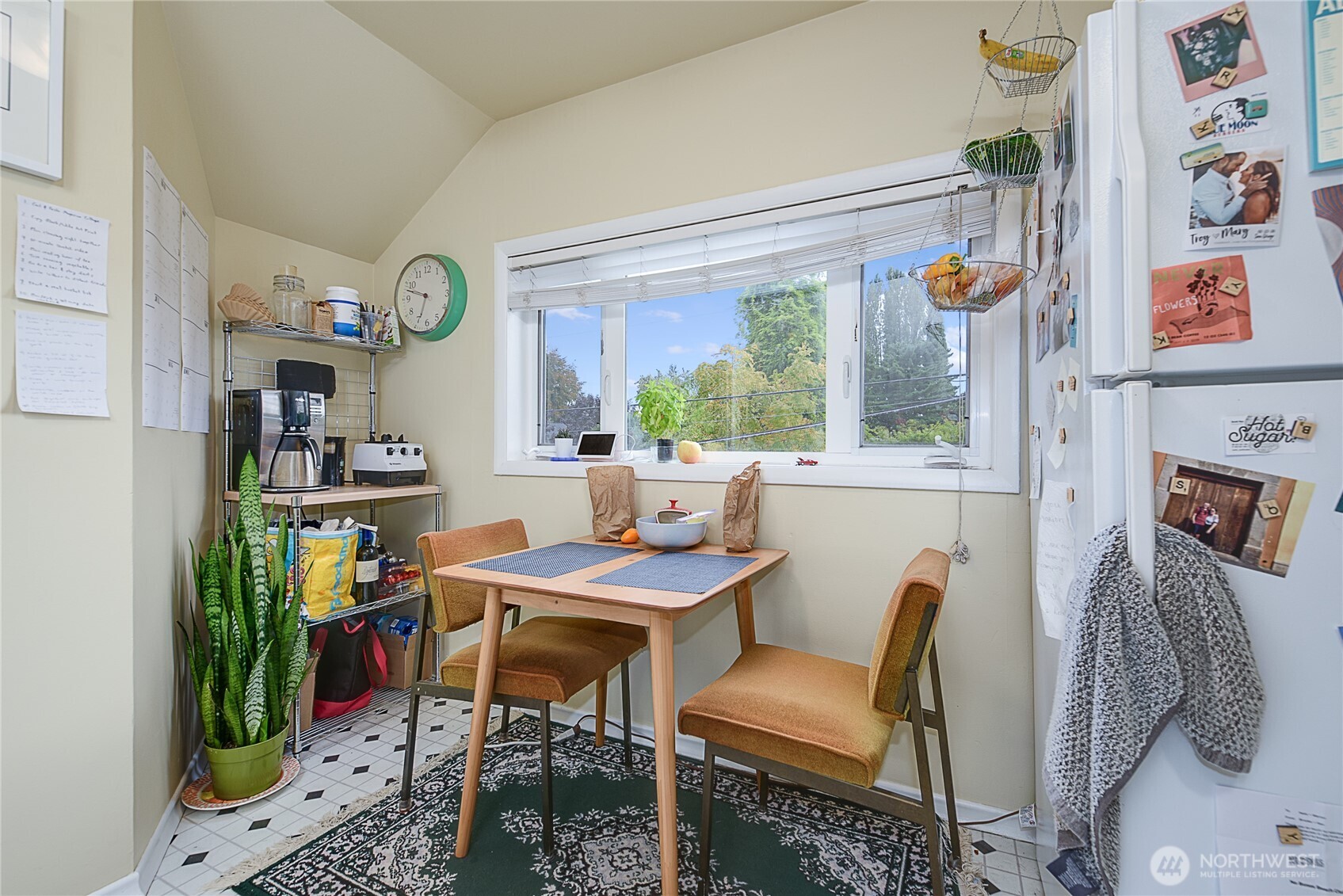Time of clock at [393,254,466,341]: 6:47
